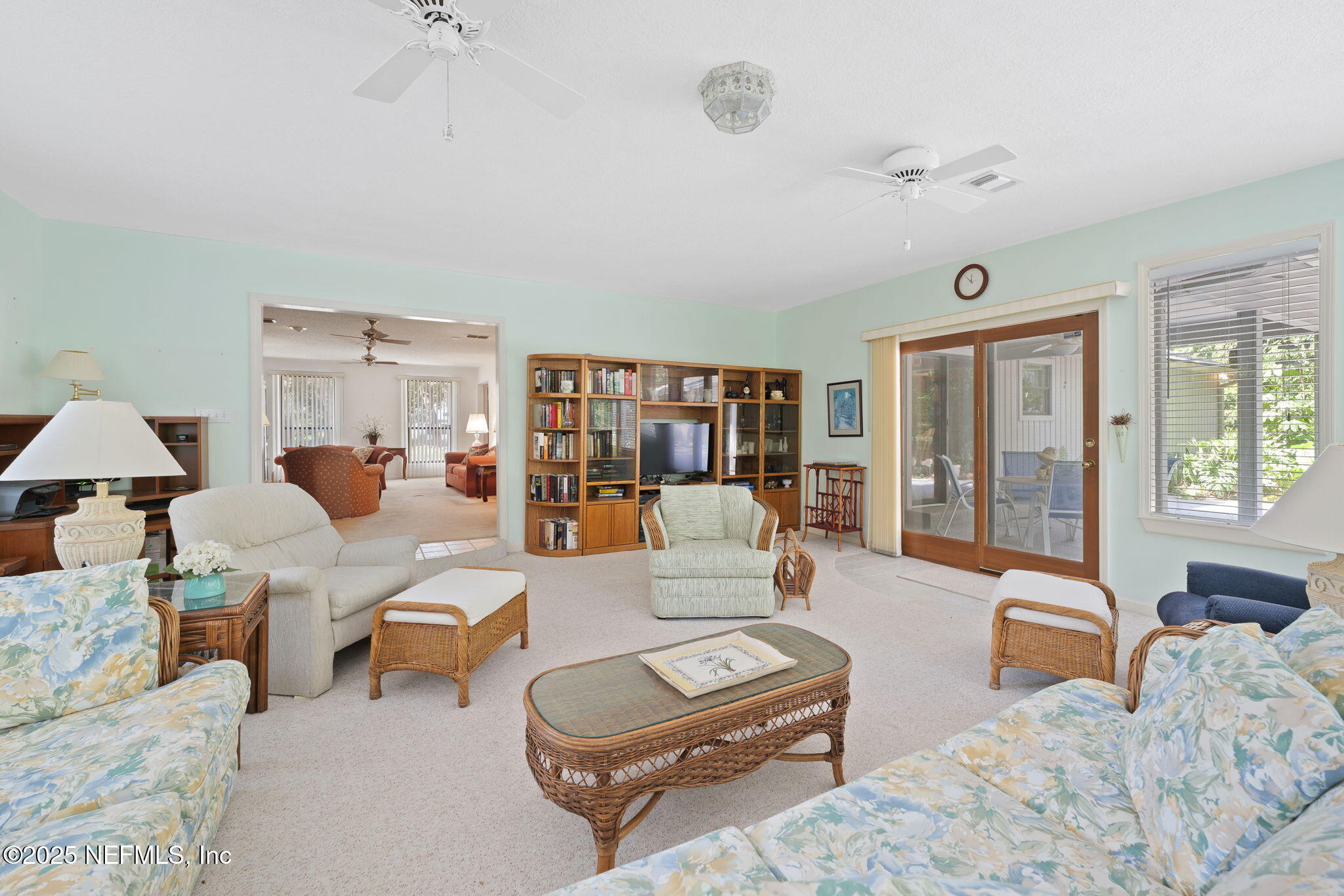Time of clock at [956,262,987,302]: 11:52
